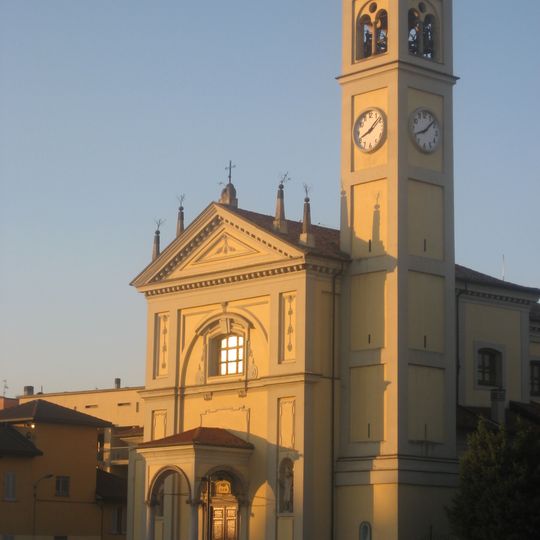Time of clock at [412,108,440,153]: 8:07
